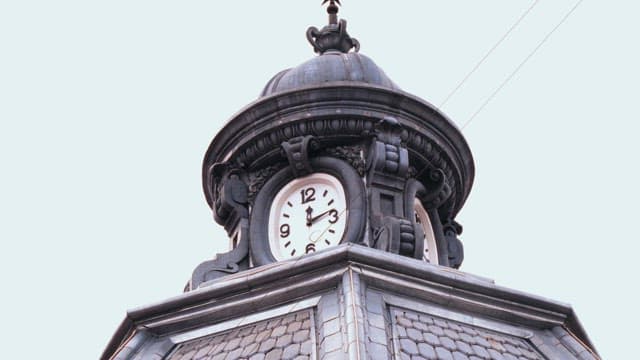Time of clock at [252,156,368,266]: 12:12
